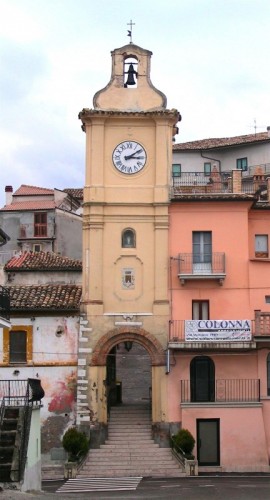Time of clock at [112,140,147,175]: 3:09
